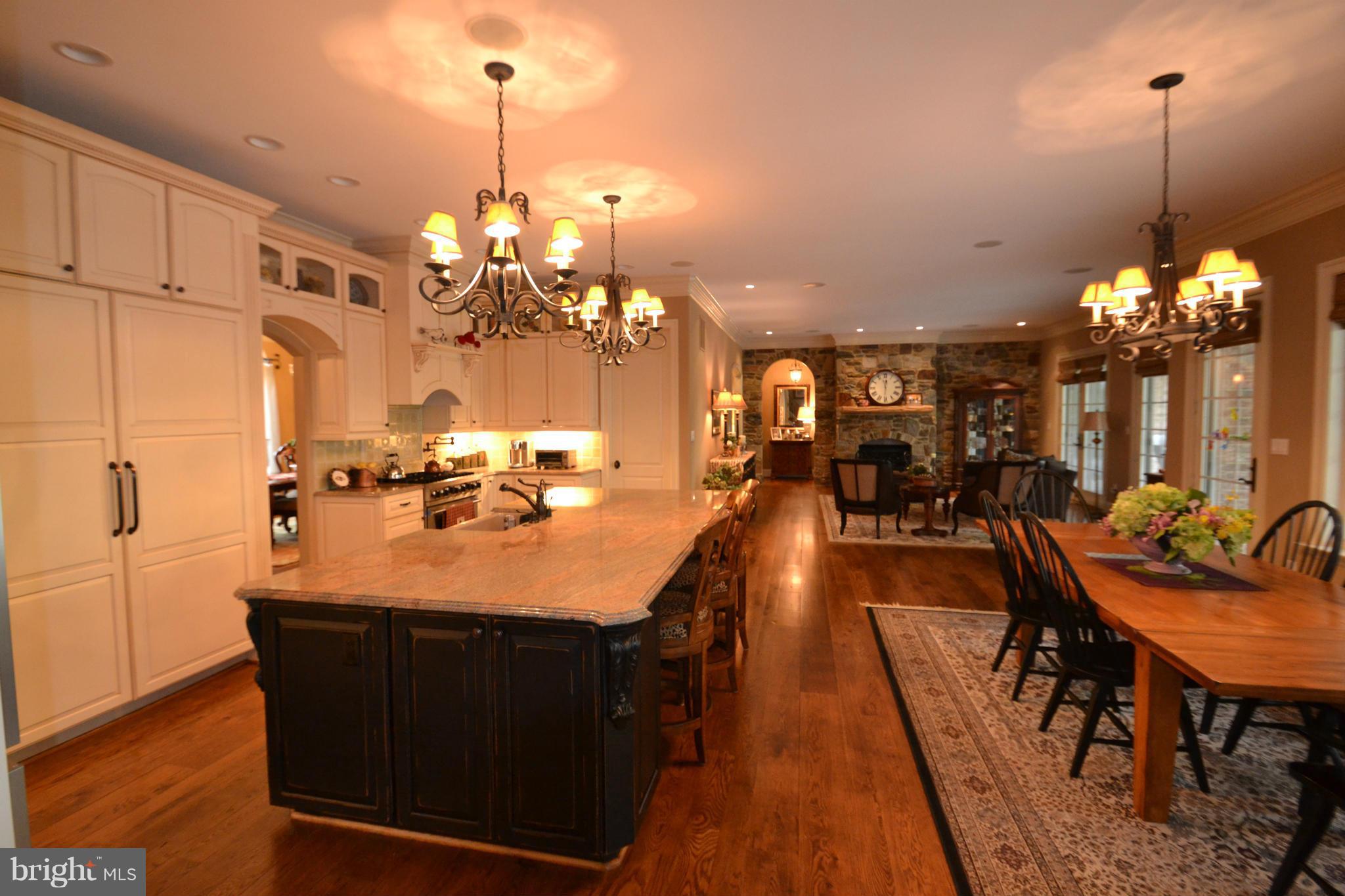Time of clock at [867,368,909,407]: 12:30
